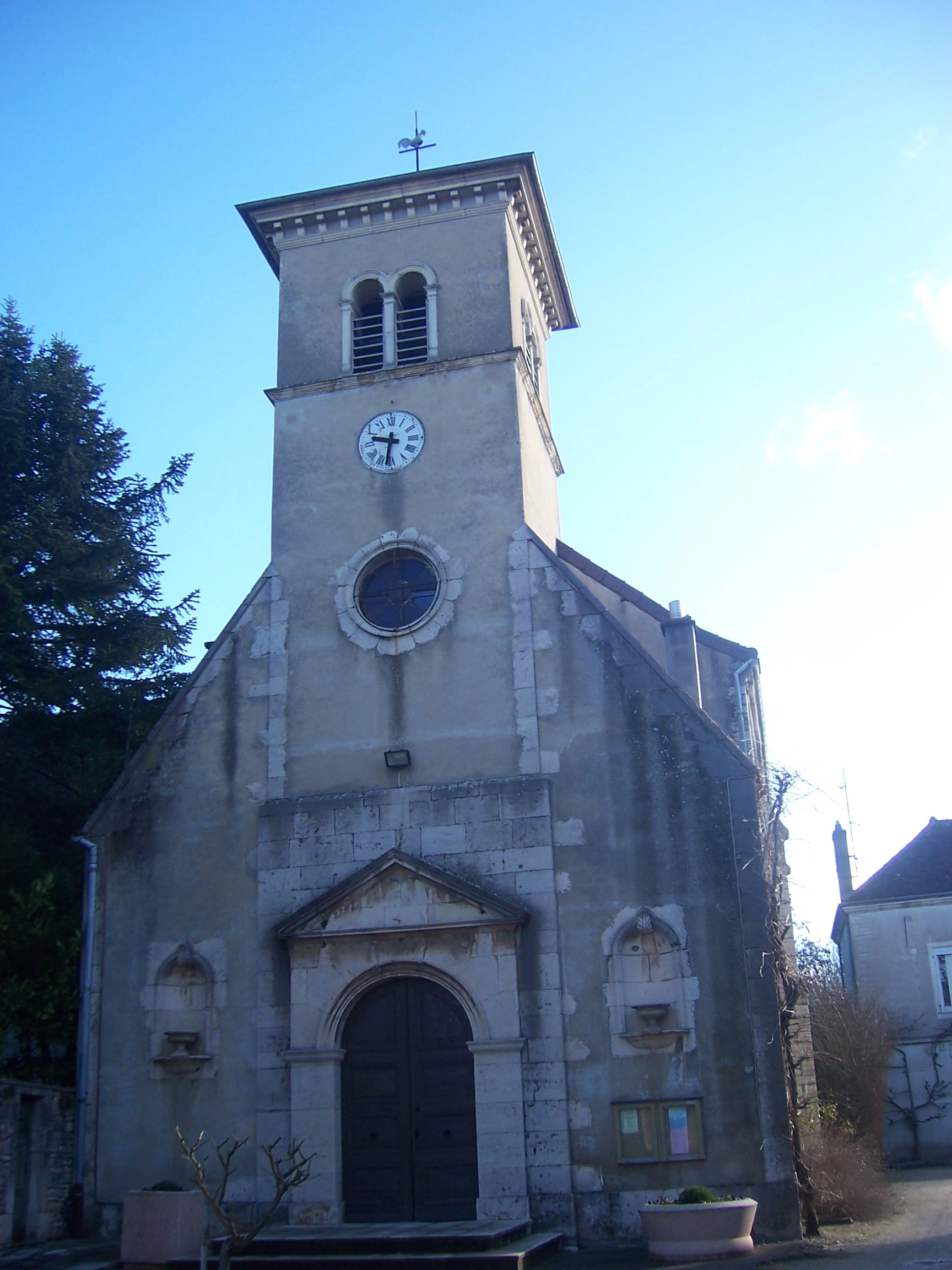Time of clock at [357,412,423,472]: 9:31
